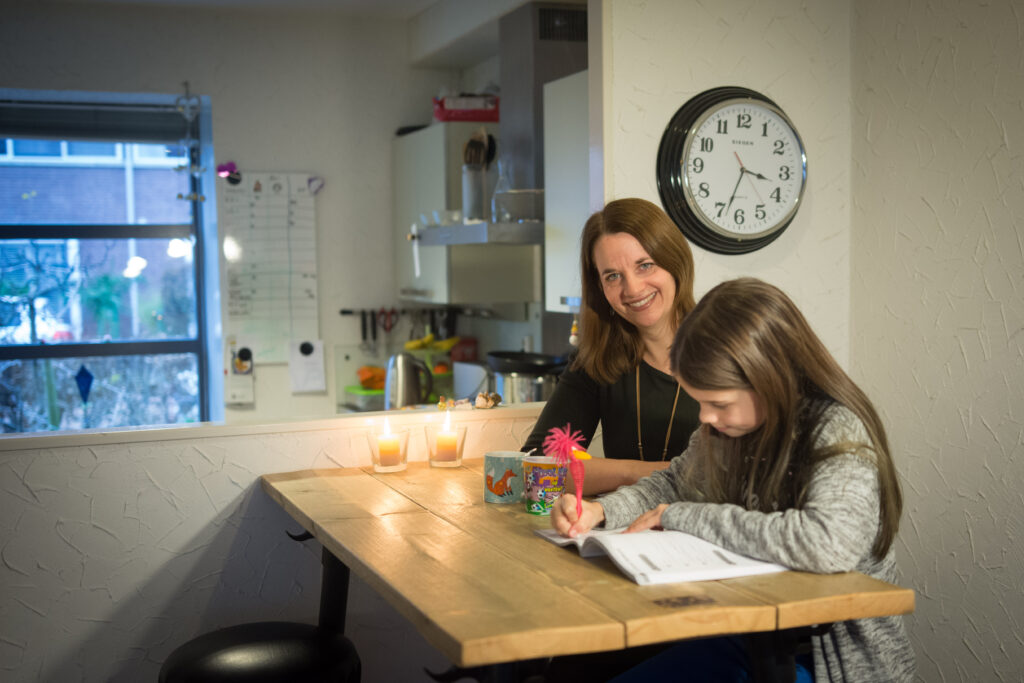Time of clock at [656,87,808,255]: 3:33
